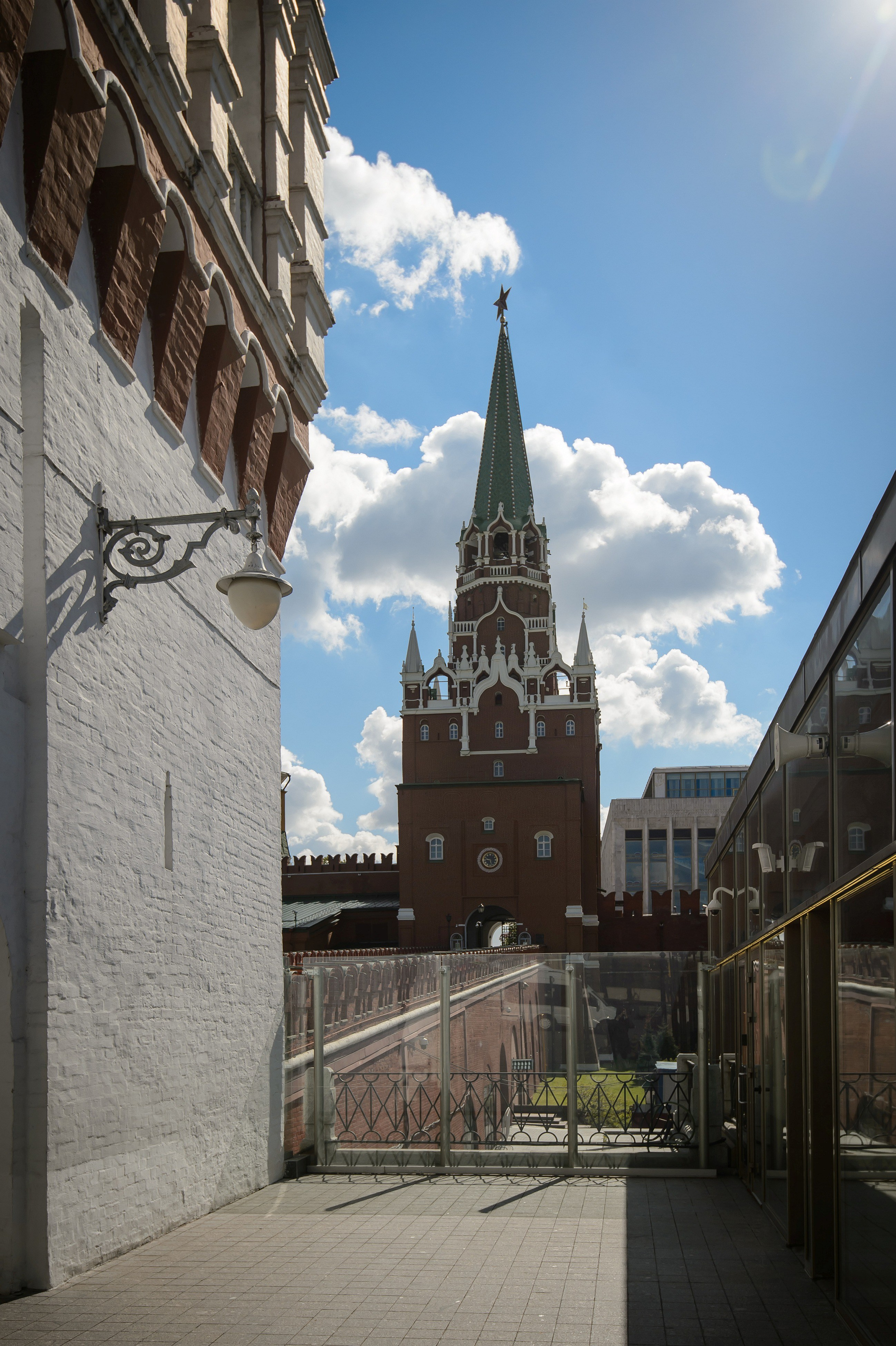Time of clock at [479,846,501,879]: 9:27
